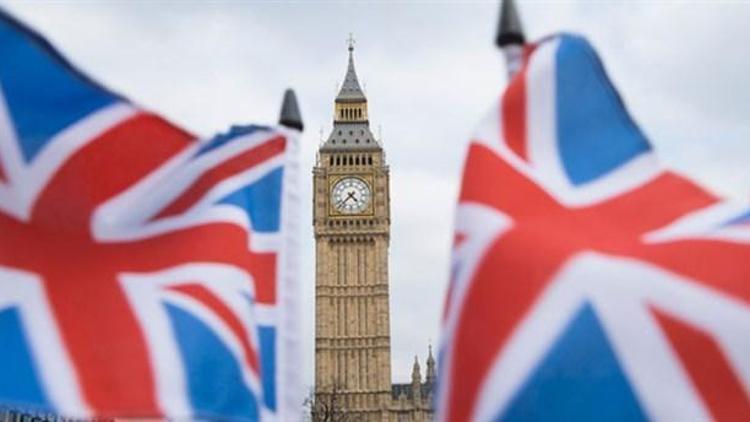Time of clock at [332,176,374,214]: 4:37
